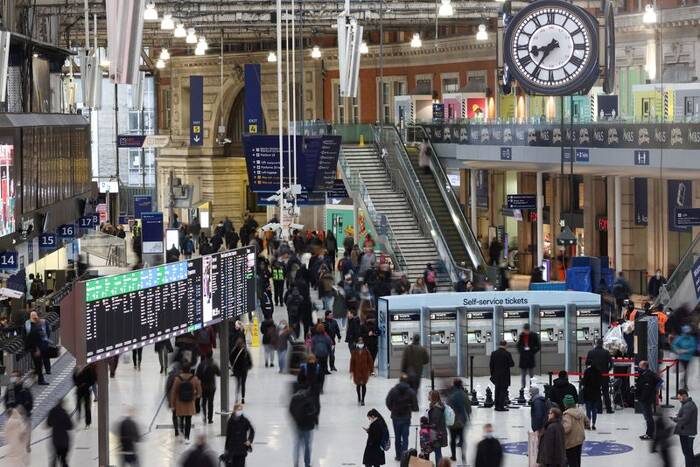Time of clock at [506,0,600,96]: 8:35
